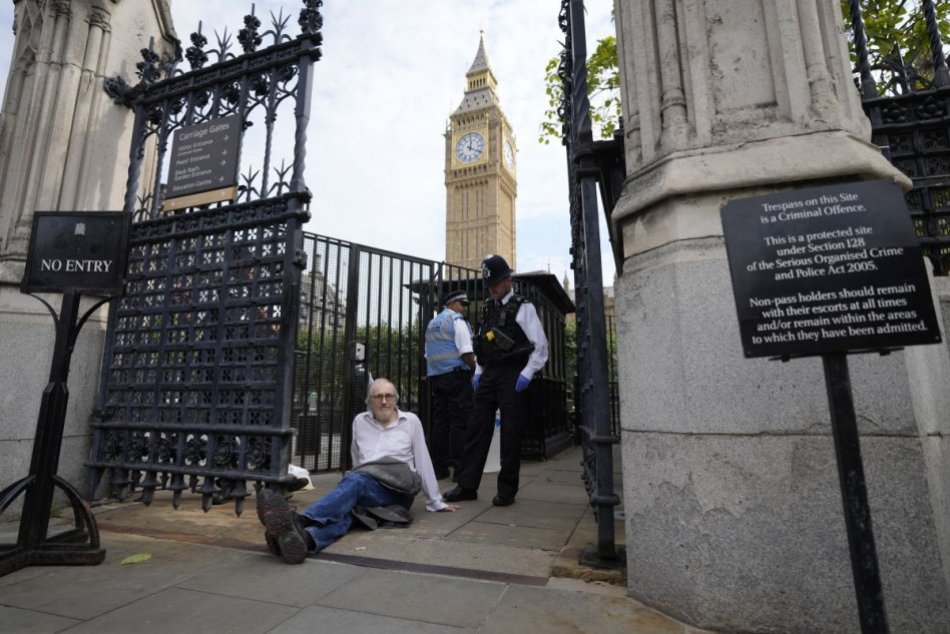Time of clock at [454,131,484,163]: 12:19
